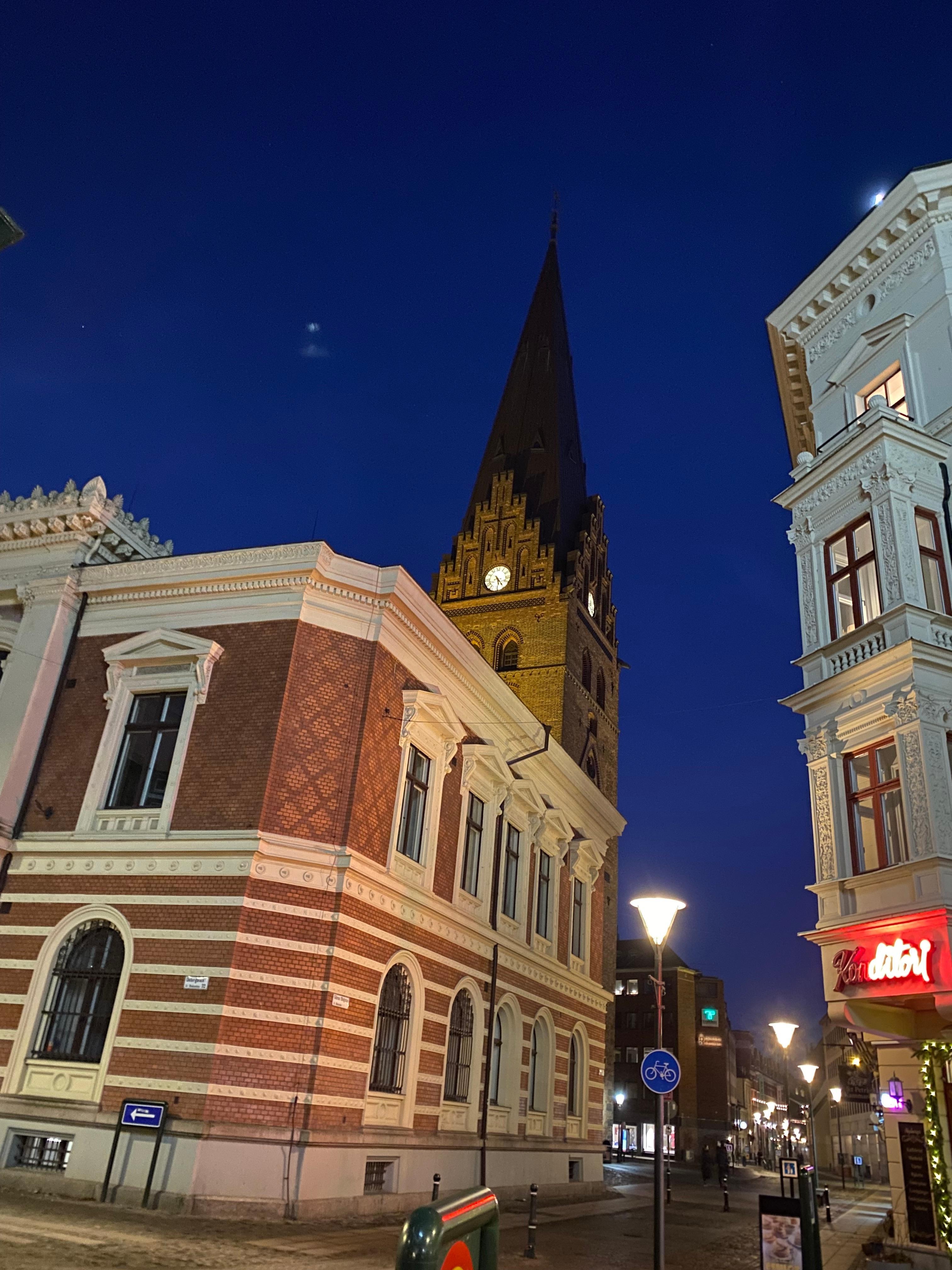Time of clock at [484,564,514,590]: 5:24
